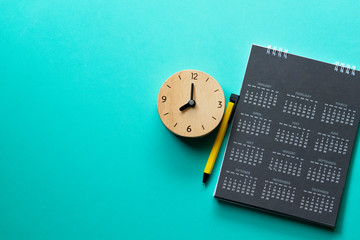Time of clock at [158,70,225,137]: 7:59
